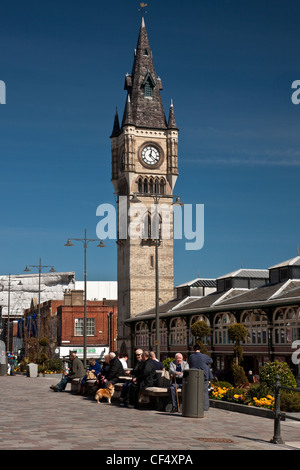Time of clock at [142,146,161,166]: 12:21
